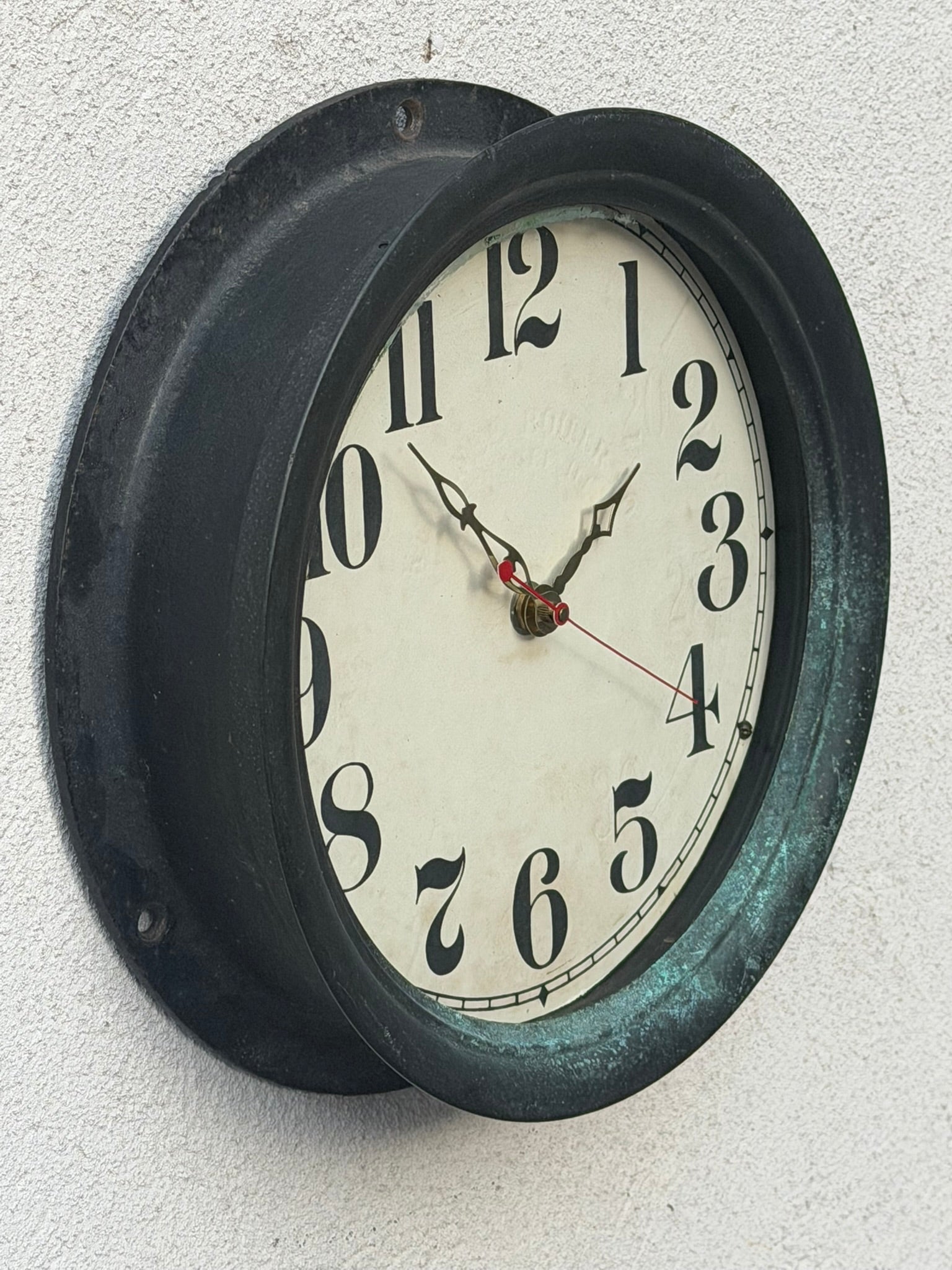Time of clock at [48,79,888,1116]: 1:52
